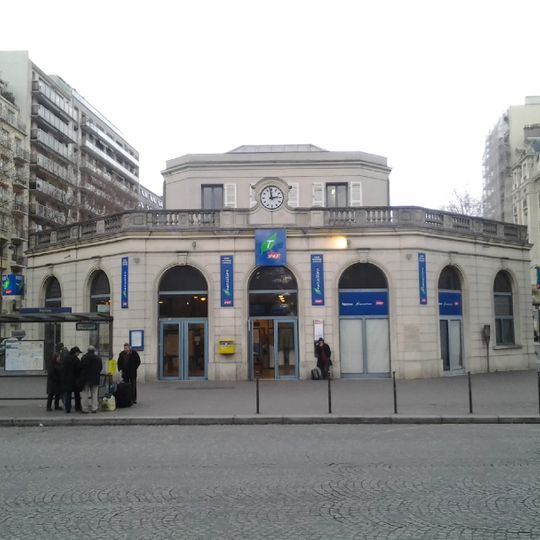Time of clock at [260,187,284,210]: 2:58
